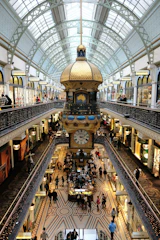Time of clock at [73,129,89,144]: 2:18
